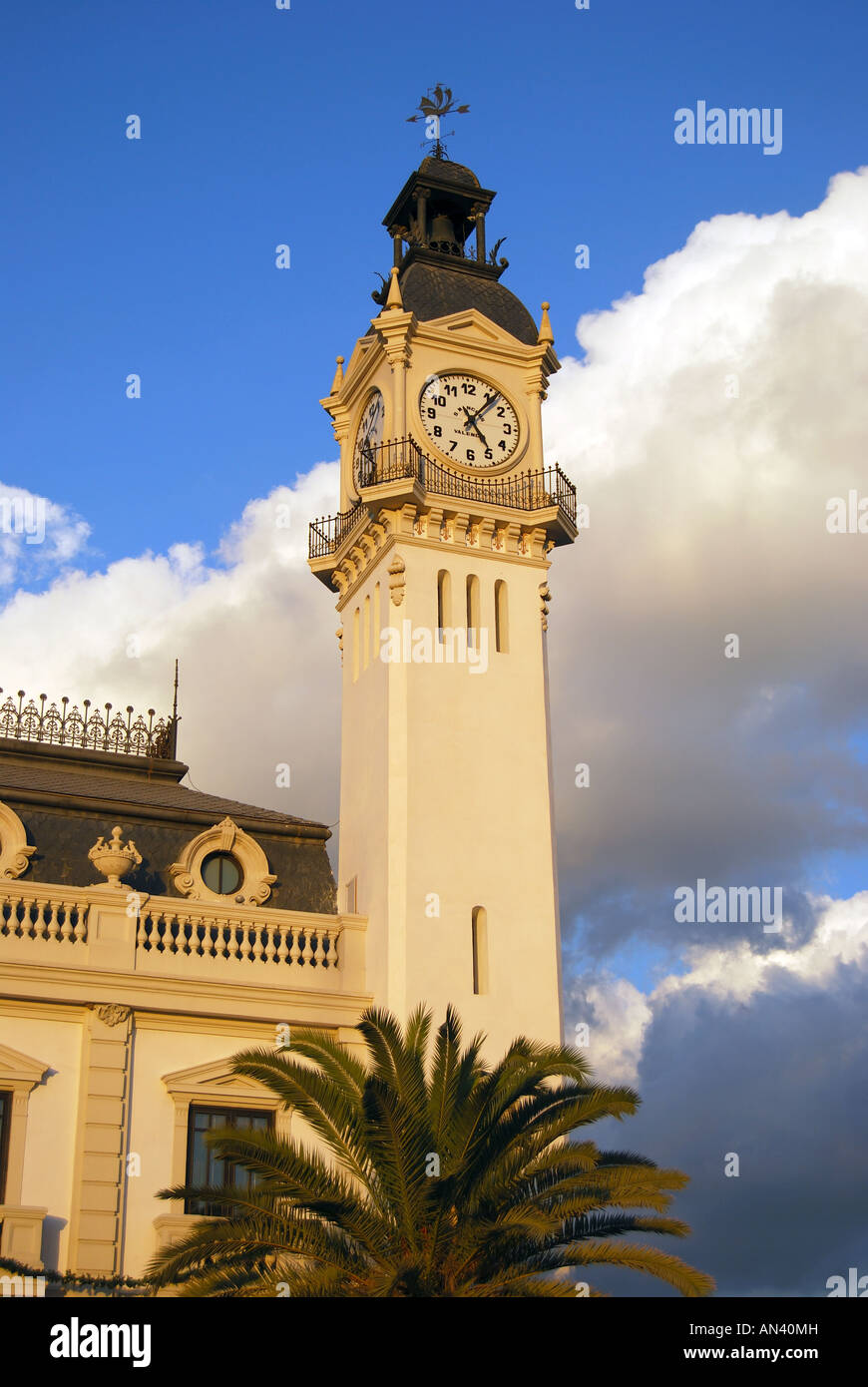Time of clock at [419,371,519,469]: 5:06
